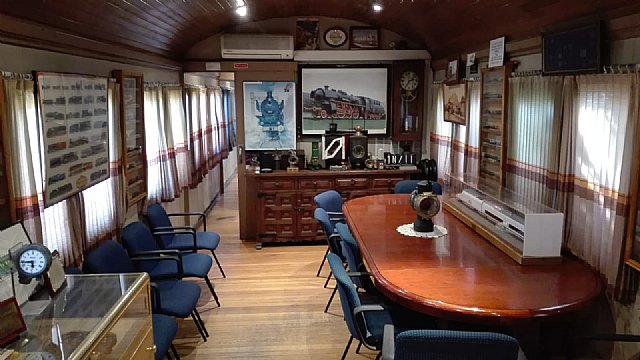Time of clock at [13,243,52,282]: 5:43
